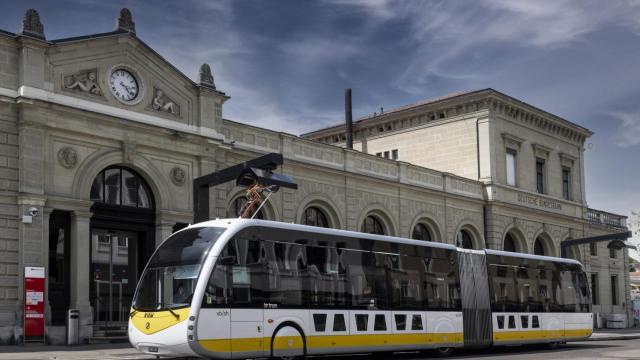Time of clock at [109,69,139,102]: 3:22
